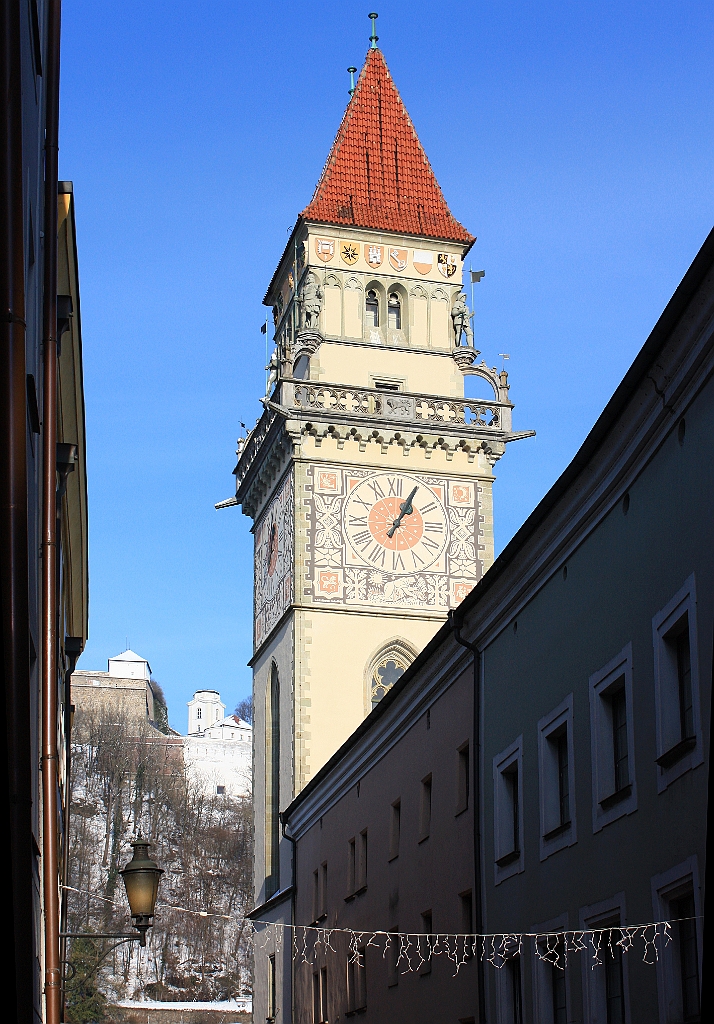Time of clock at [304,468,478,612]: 1:04
